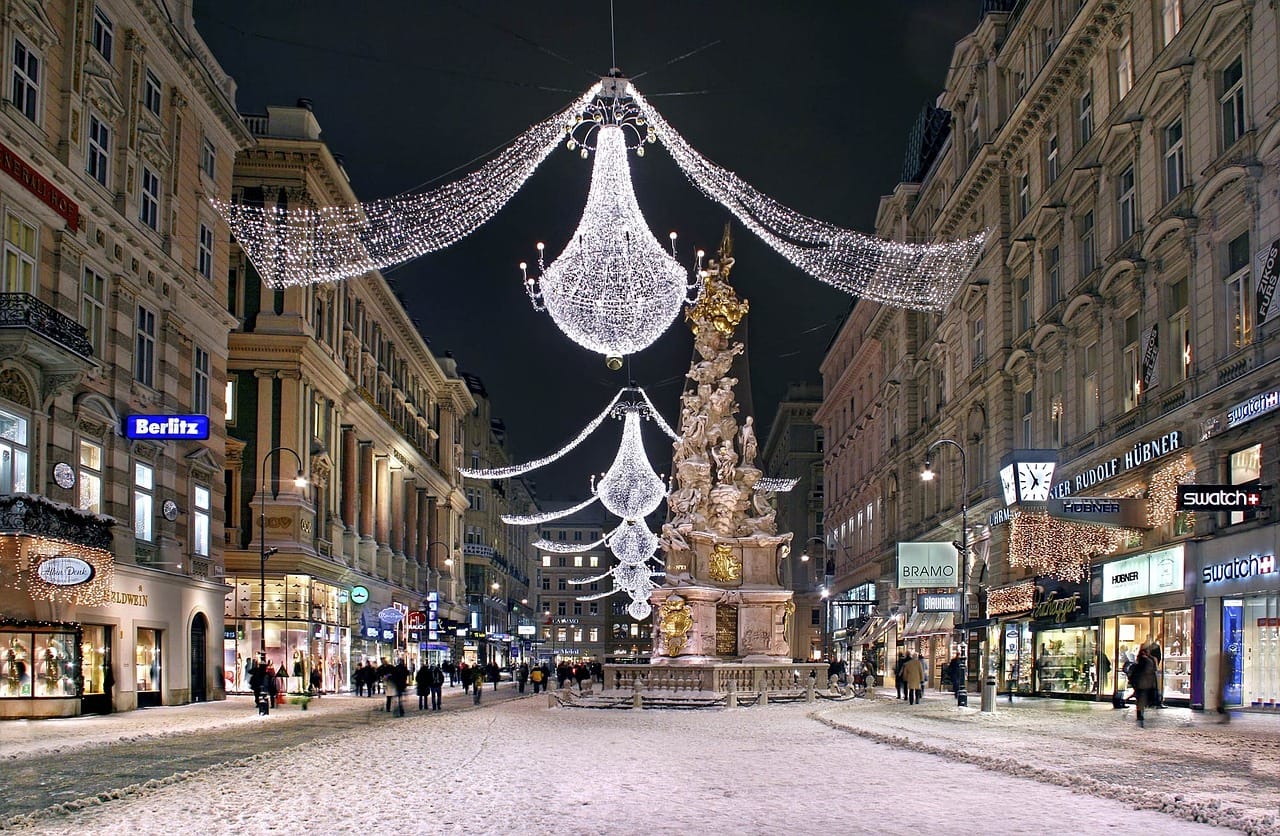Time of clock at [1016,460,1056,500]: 6:54
